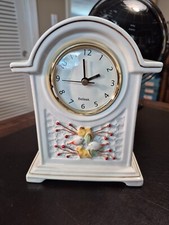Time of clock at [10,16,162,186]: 1:59
